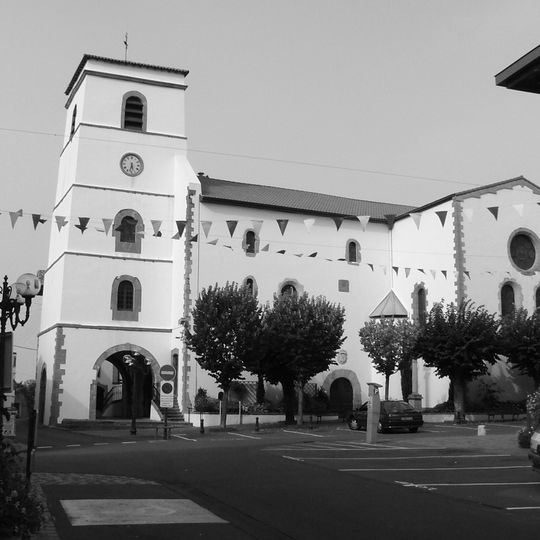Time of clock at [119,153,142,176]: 5:32
